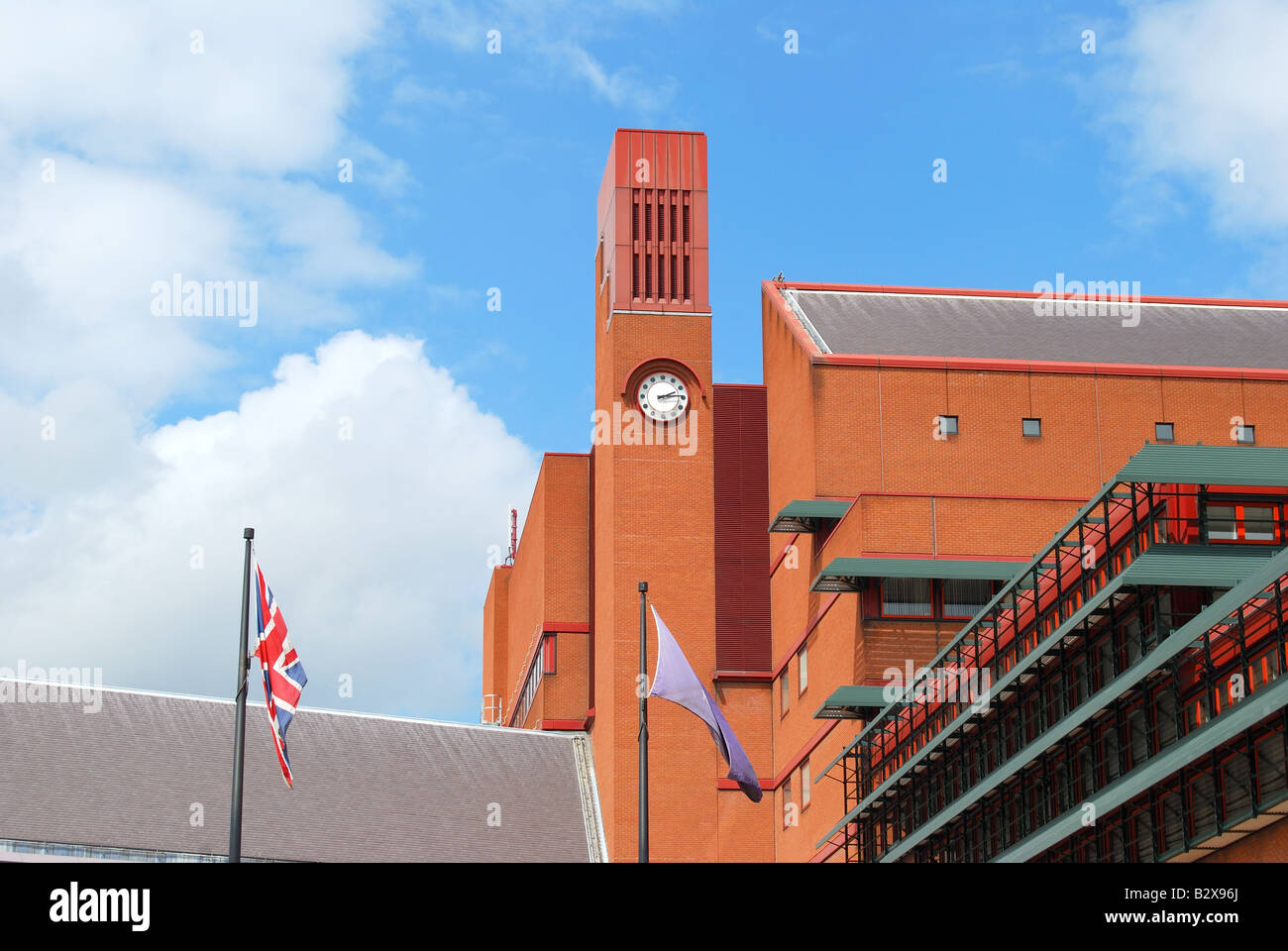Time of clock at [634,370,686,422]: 2:14
